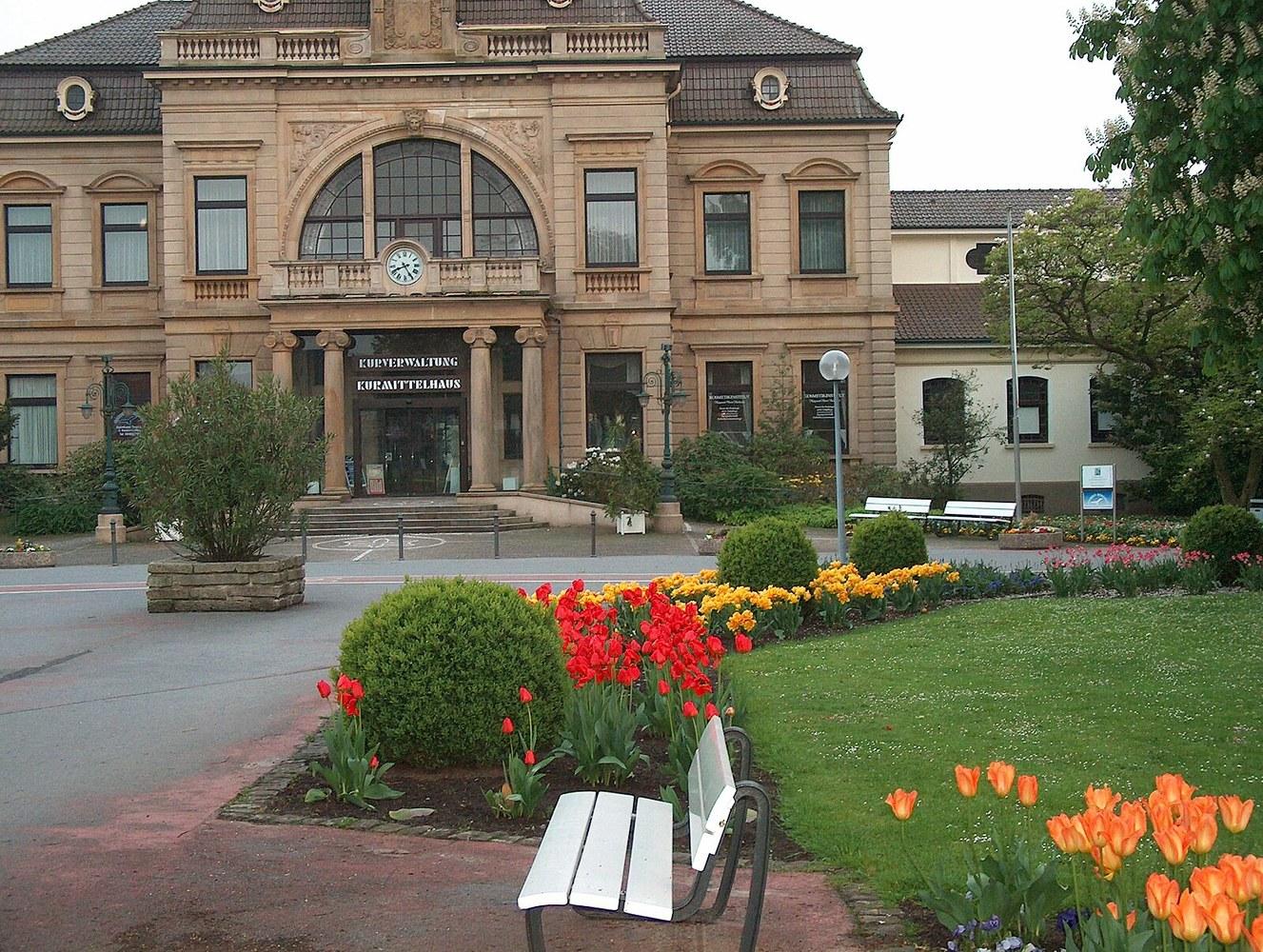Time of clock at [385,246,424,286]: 8:24
